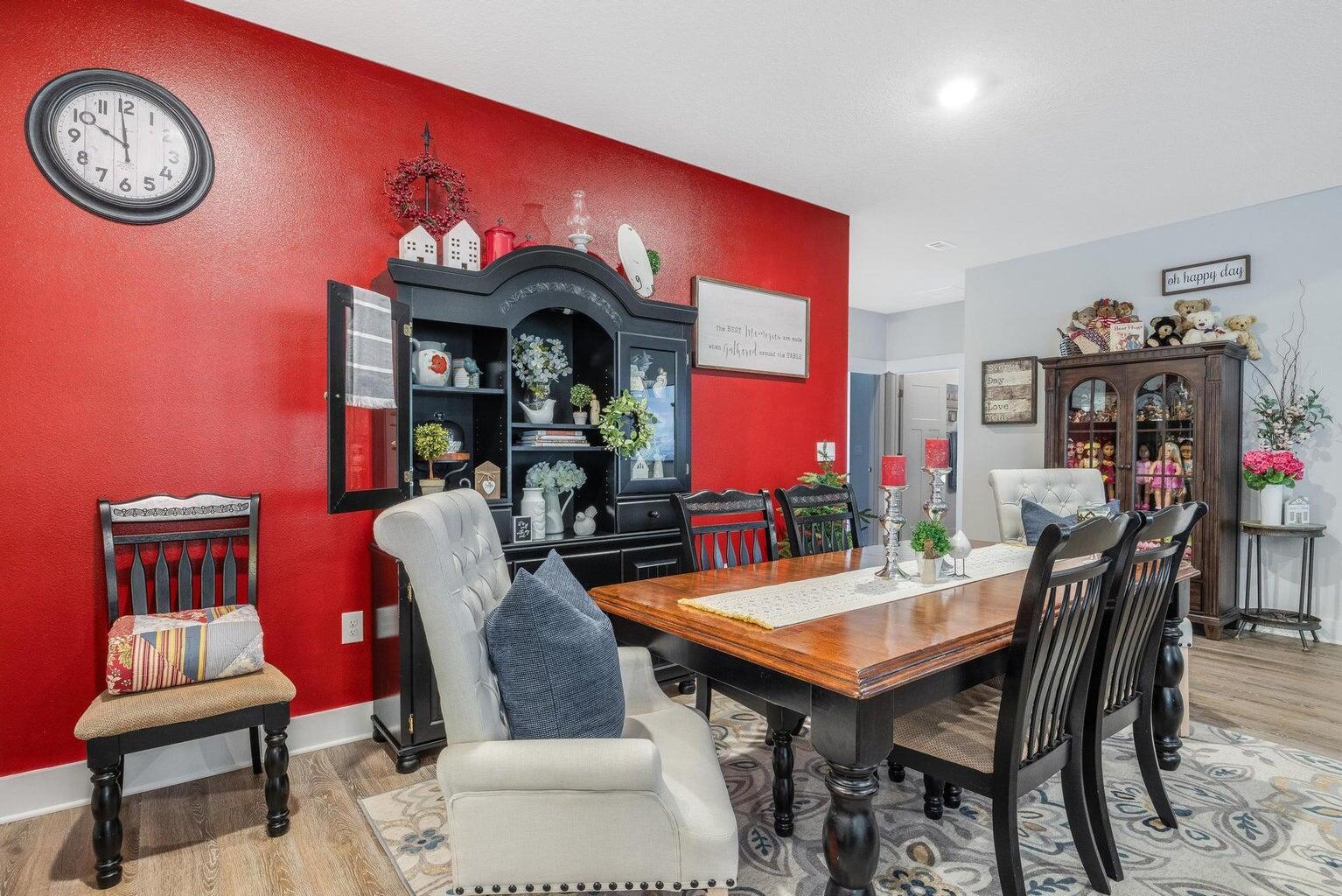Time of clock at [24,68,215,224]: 9:59
